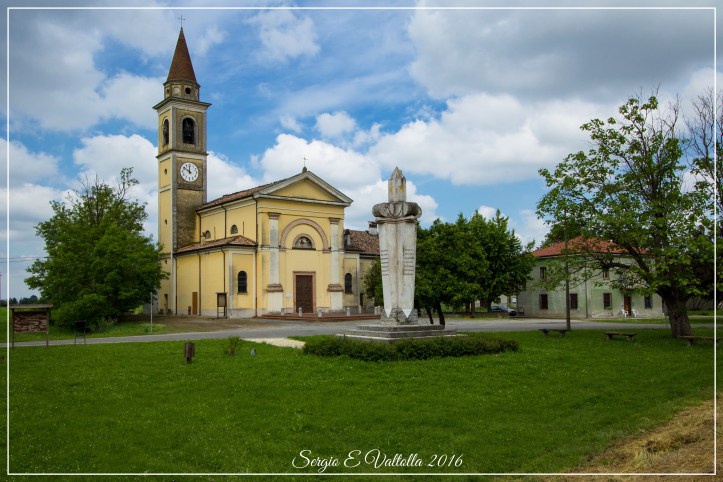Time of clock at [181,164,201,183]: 11:50
